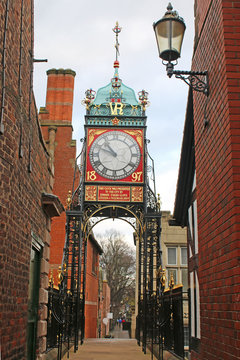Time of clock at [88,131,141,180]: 10:48
